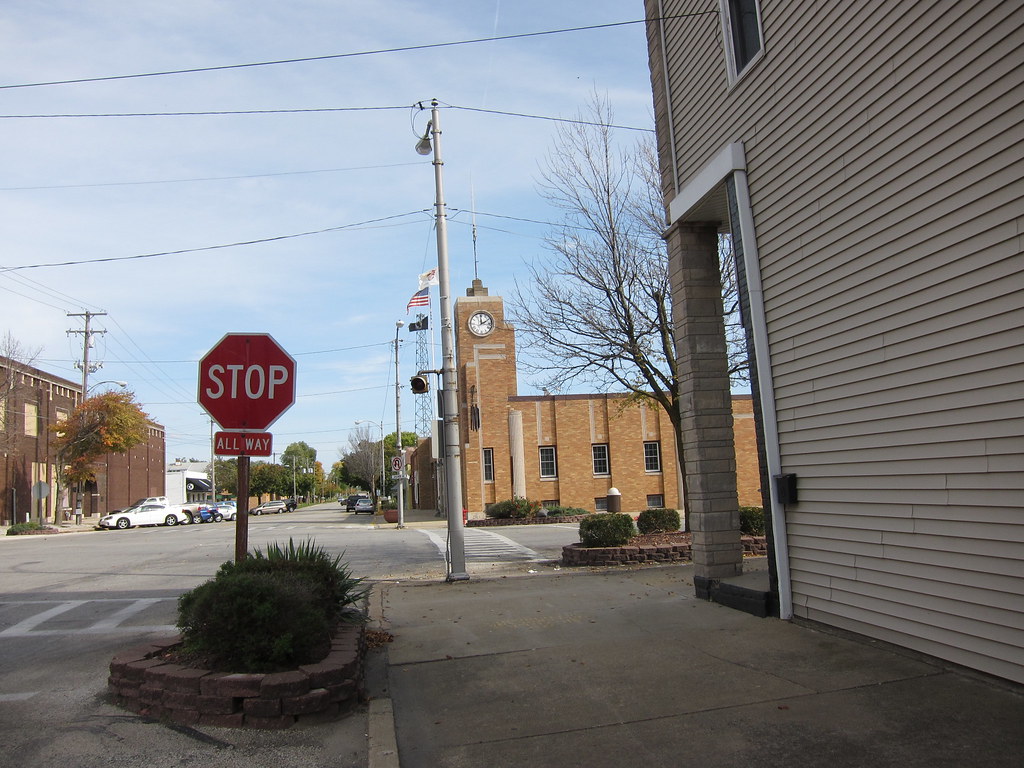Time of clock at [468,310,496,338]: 1:59
